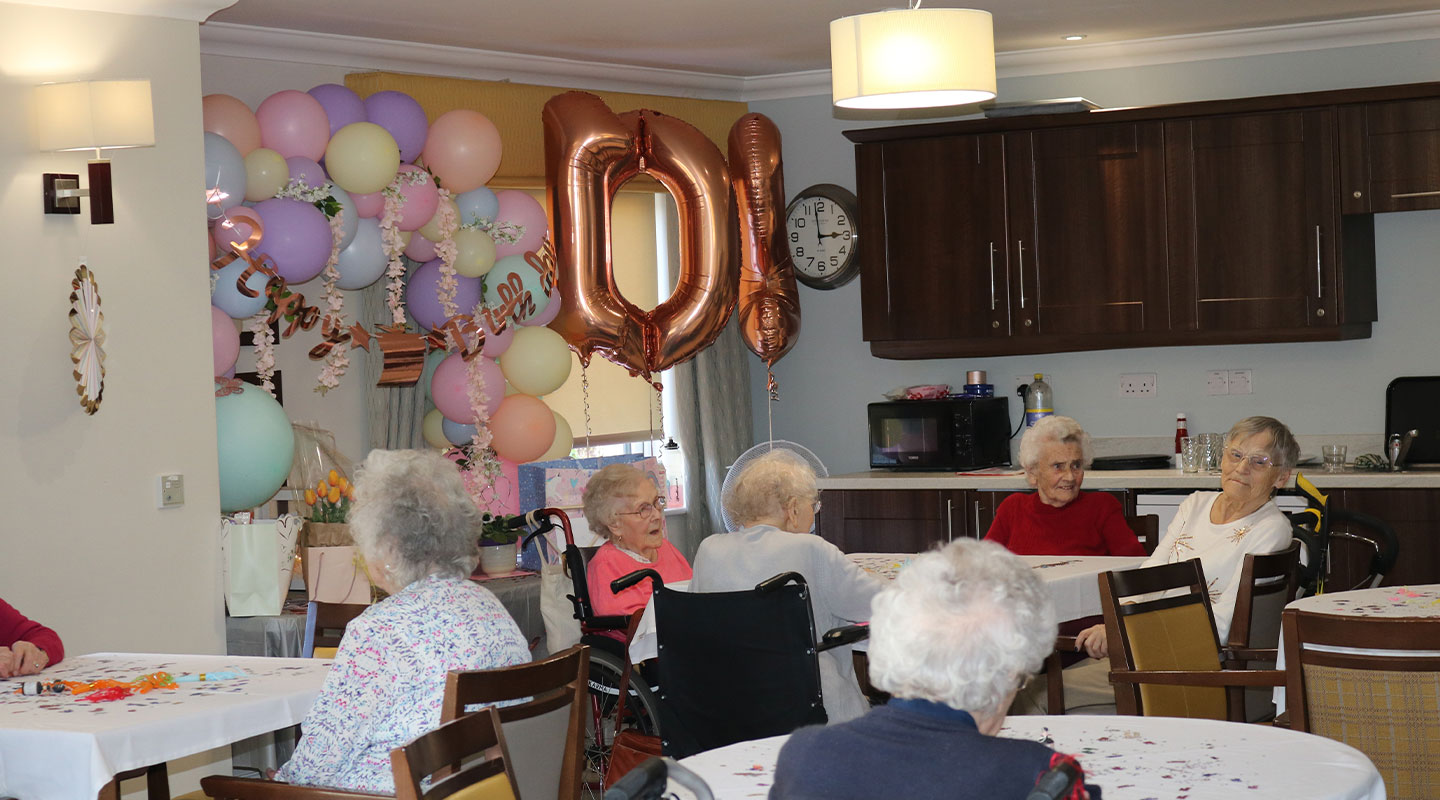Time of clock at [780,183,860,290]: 2:58
